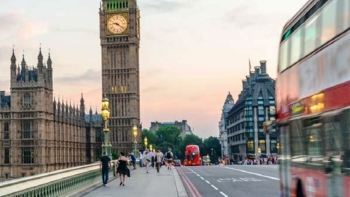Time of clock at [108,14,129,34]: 9:21
